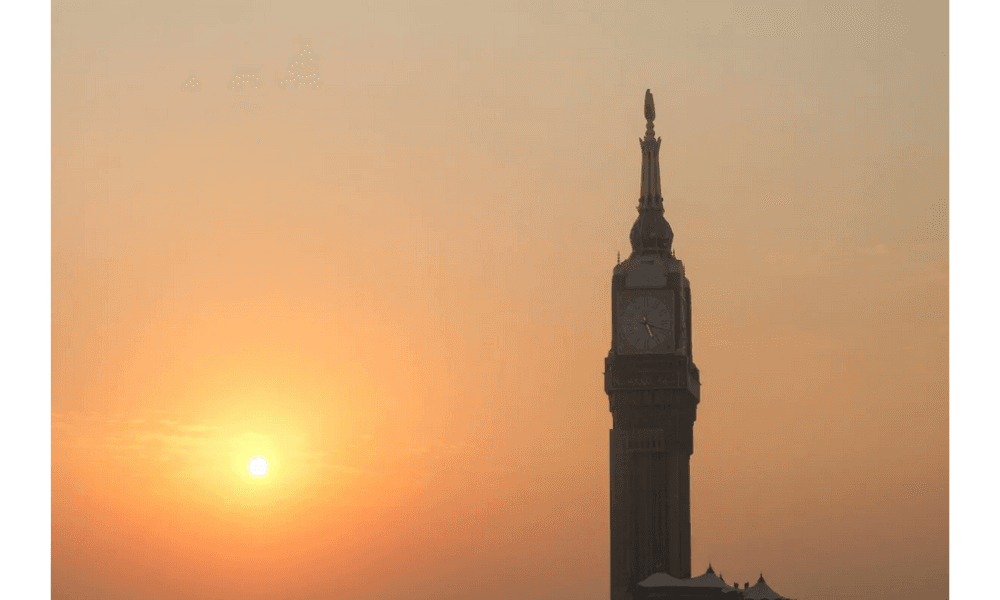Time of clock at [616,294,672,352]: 5:18
